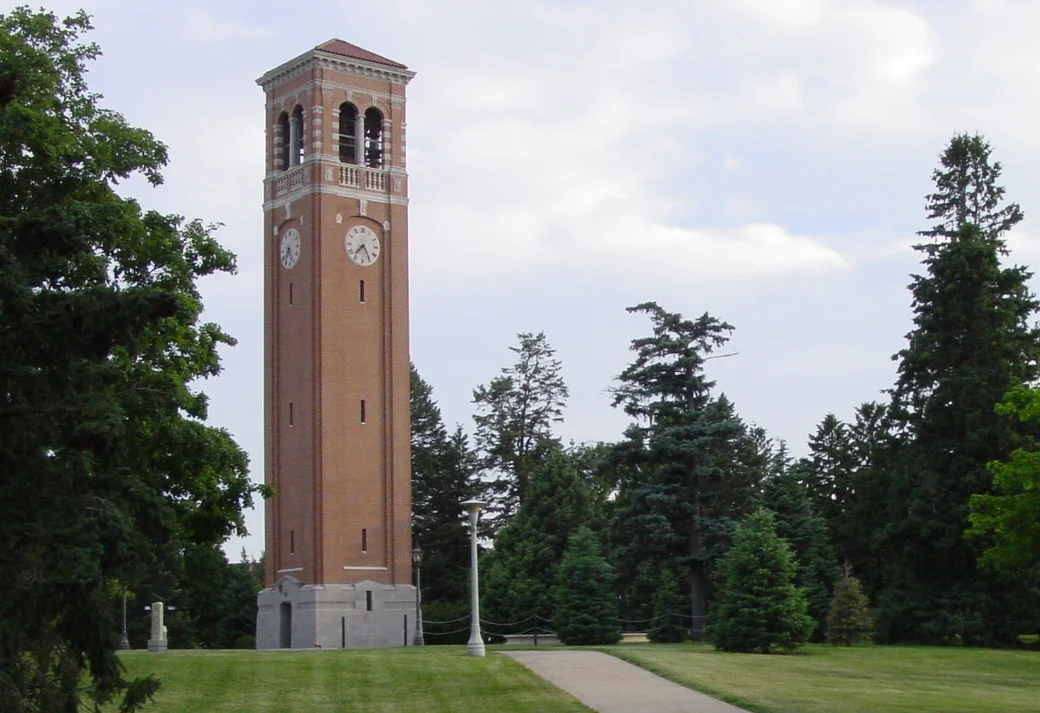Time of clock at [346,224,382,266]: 7:24
